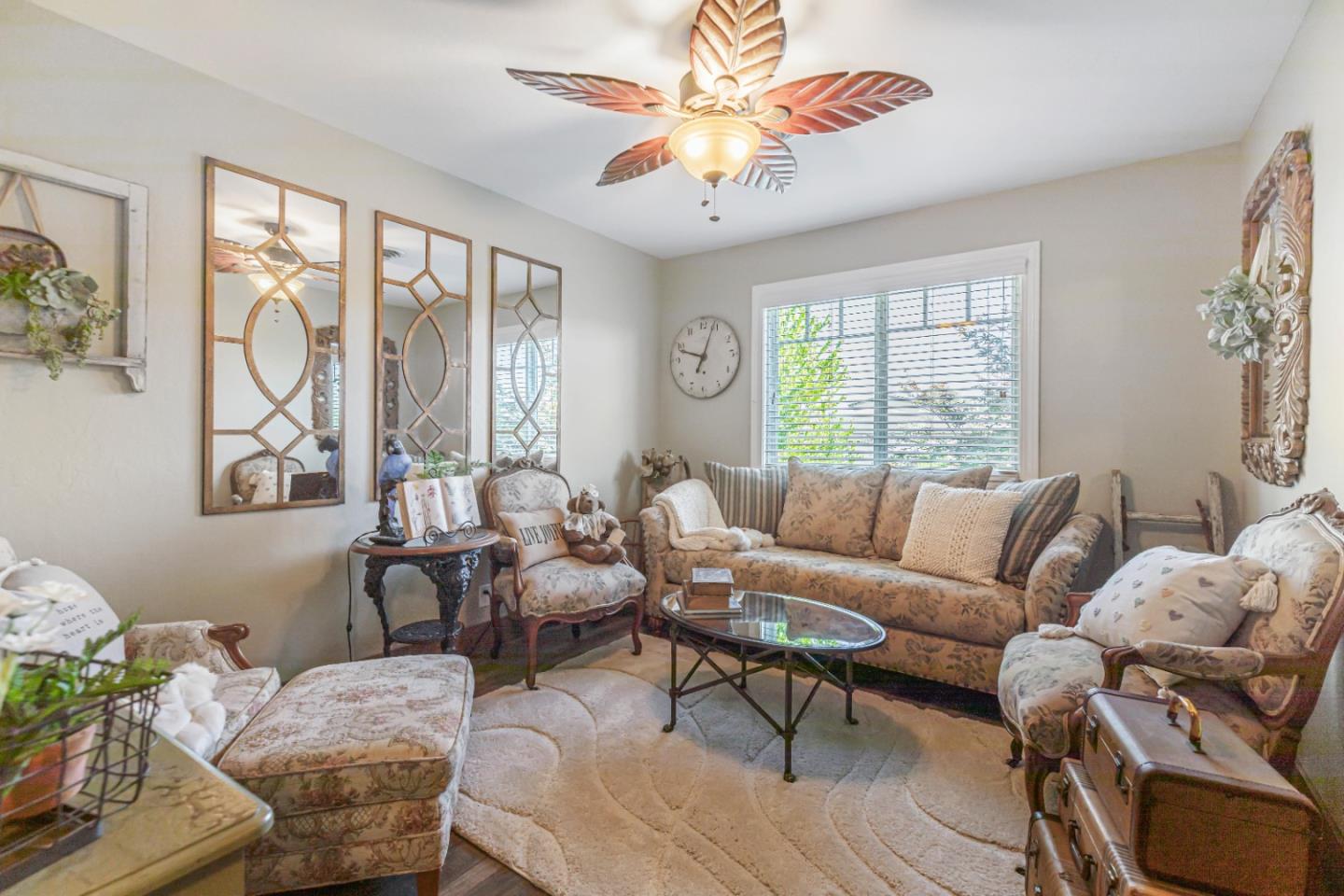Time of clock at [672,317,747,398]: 6:48
